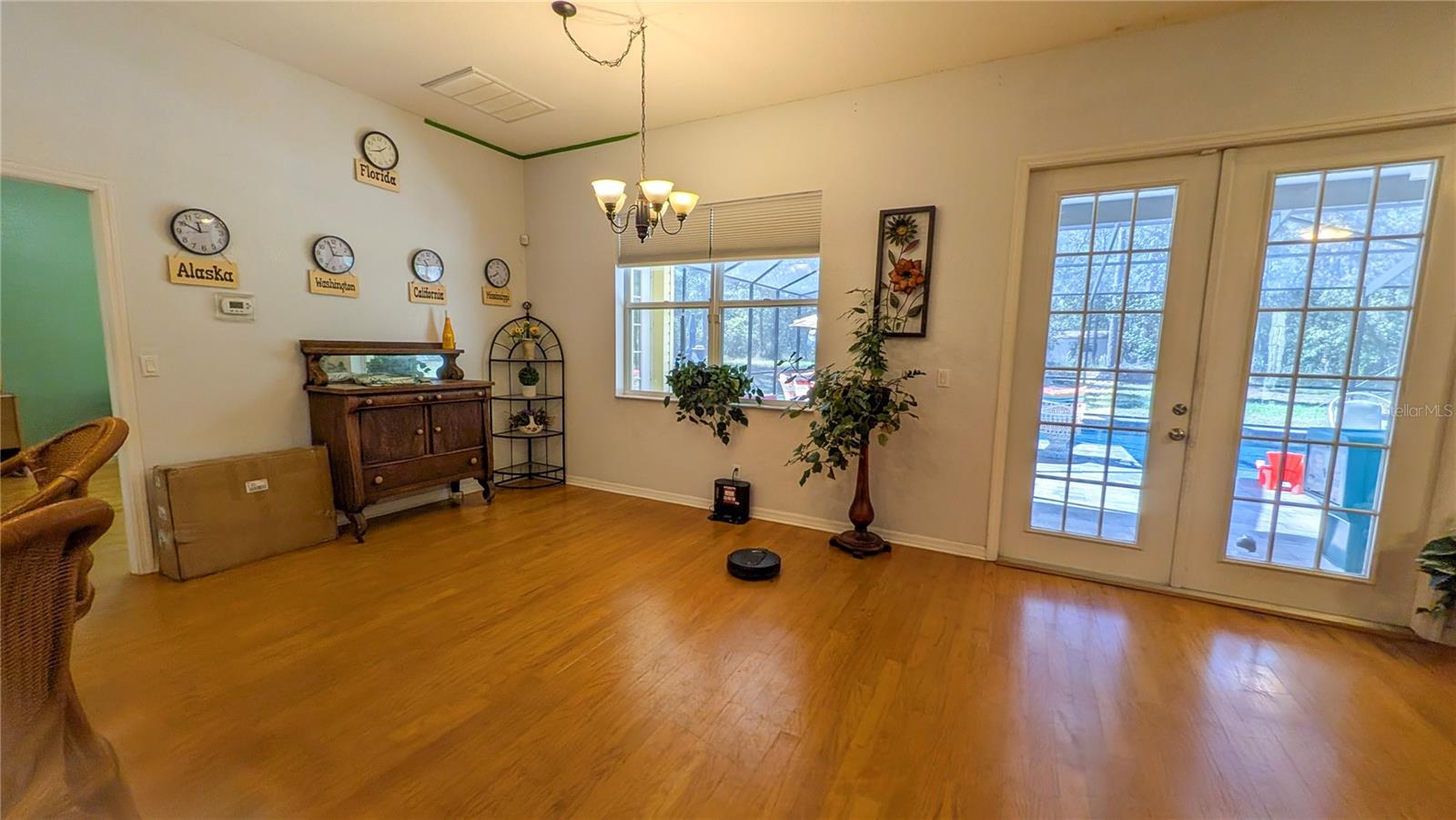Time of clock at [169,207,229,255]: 11:50
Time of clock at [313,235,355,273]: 2:56
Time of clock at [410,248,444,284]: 10:45
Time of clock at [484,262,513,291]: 7:39
